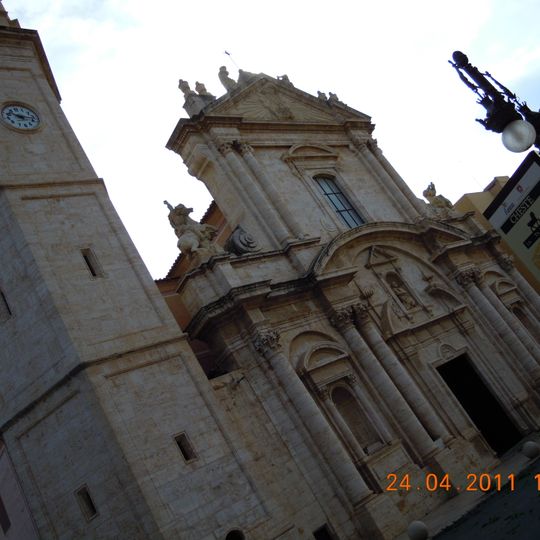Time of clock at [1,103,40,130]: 4:16
